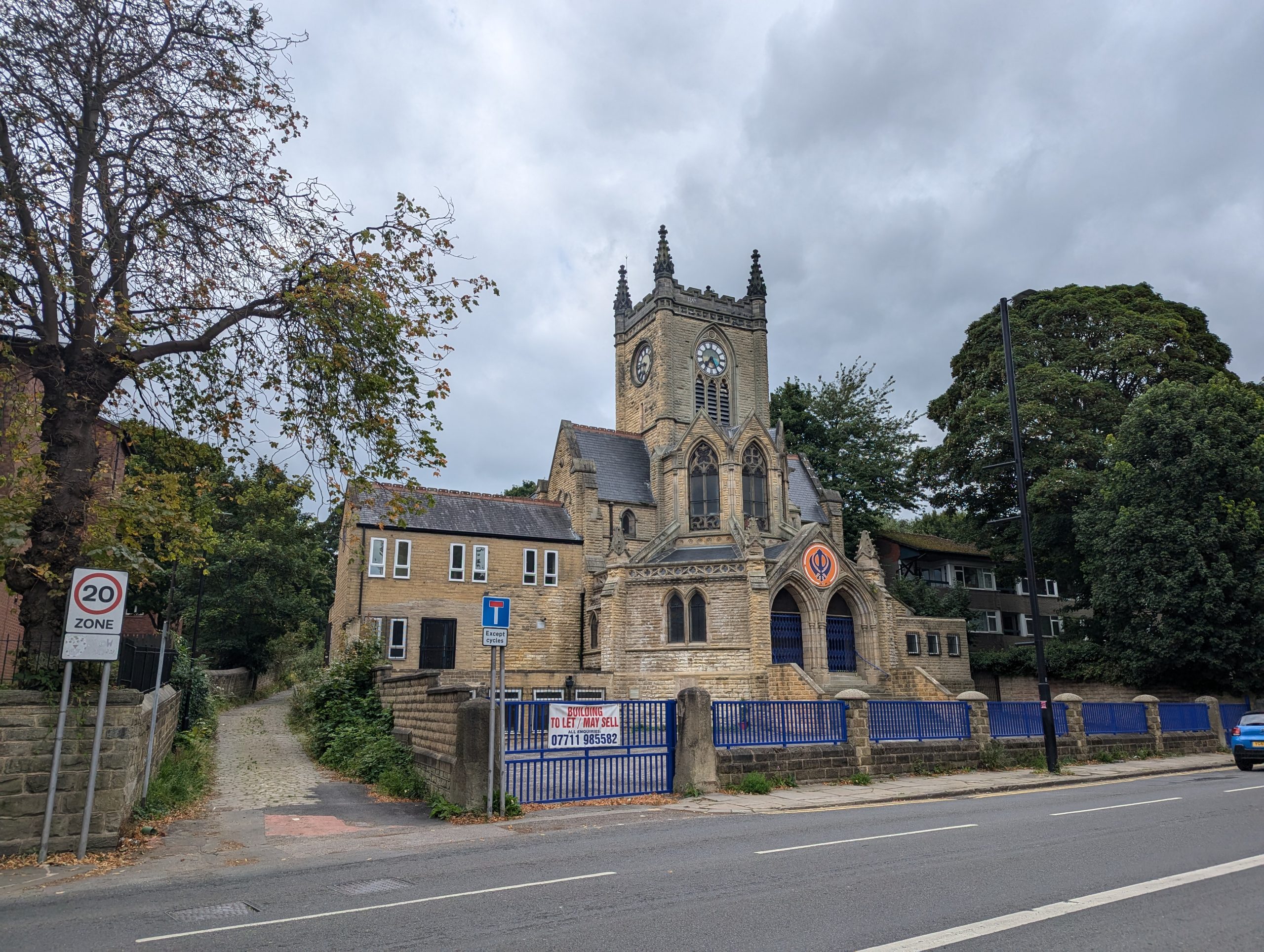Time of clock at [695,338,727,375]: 7:25
